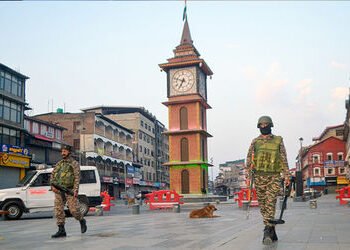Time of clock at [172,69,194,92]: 6:48
